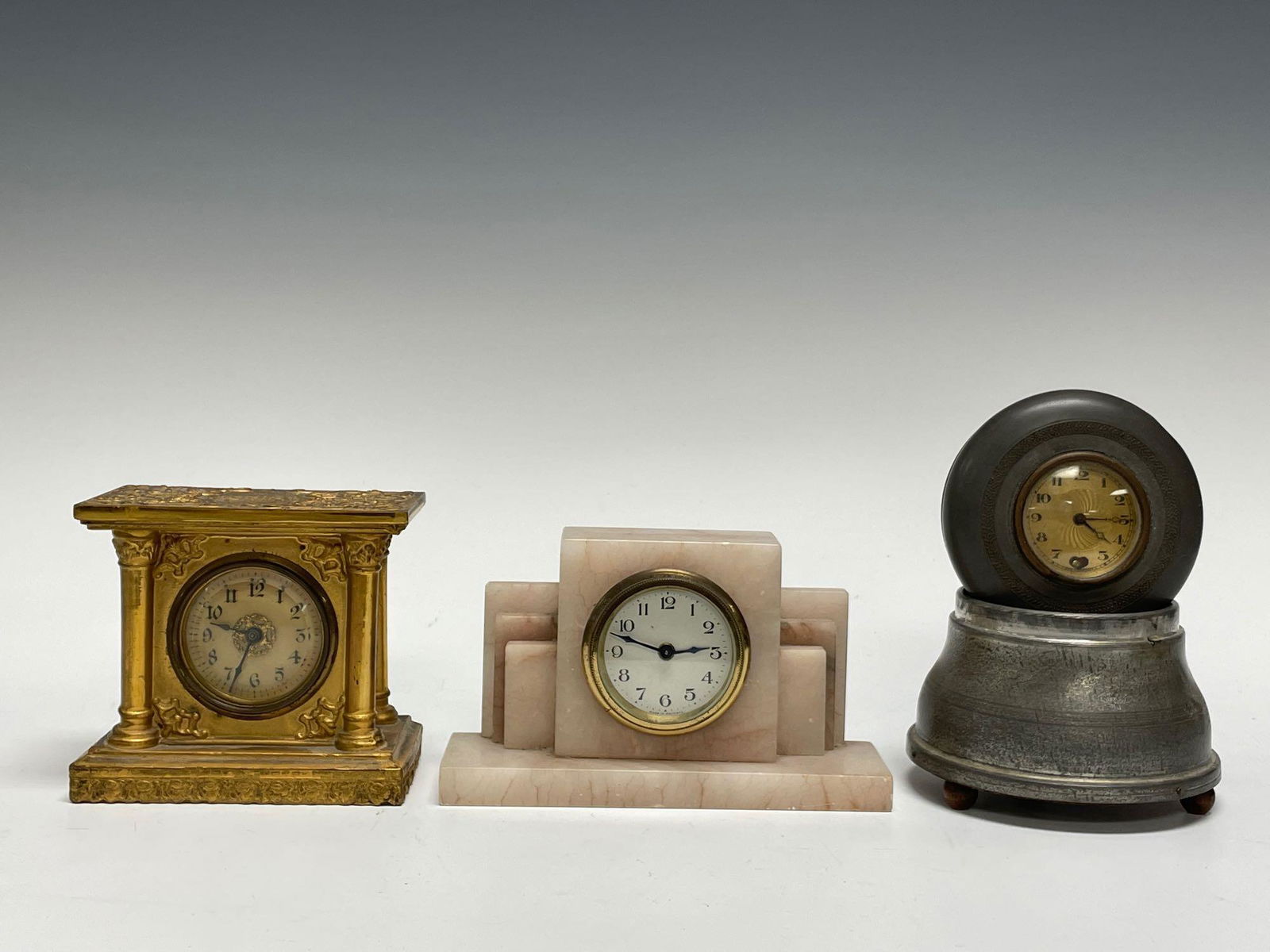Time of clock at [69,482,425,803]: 9:33
